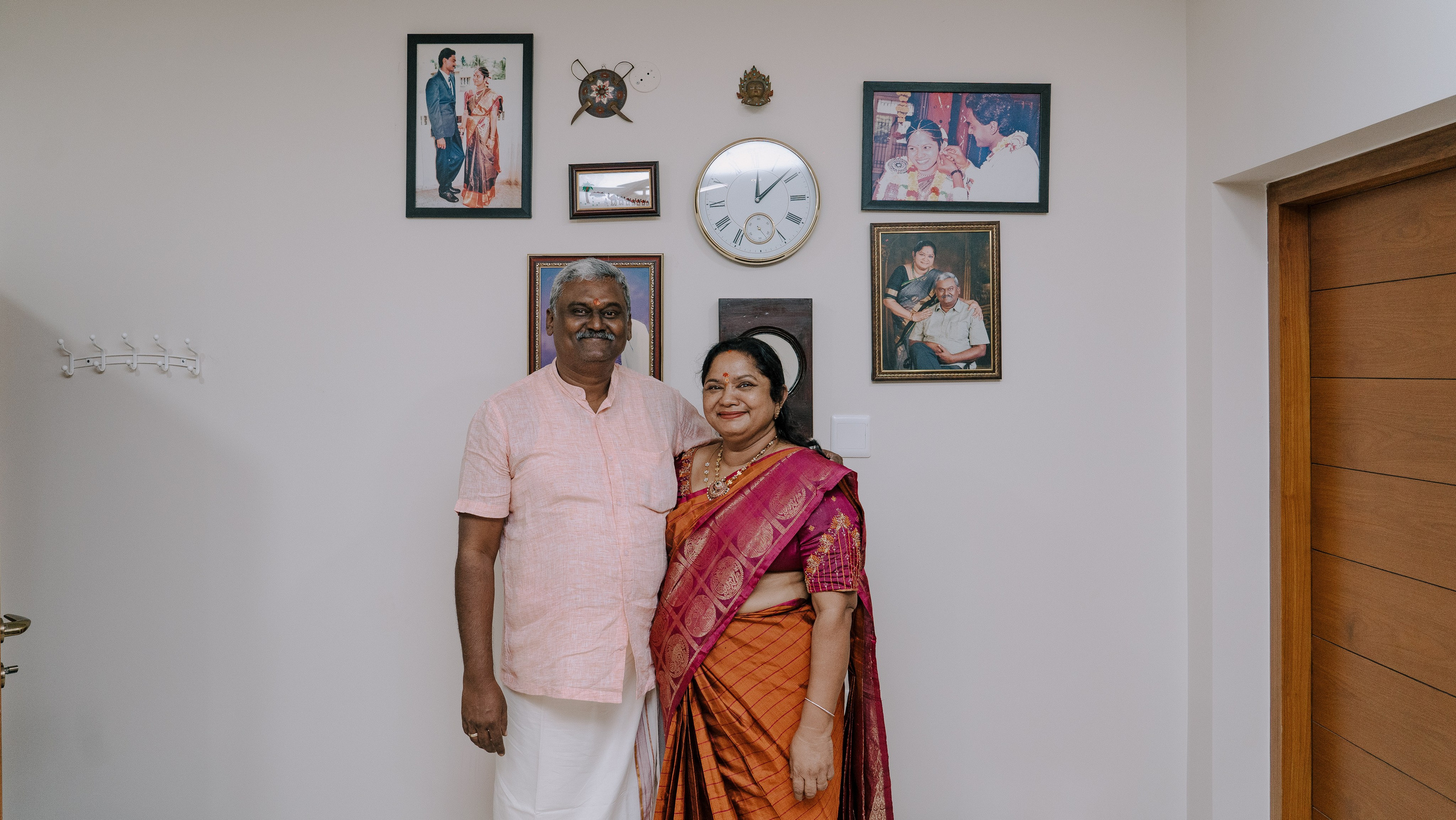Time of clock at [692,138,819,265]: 12:08
